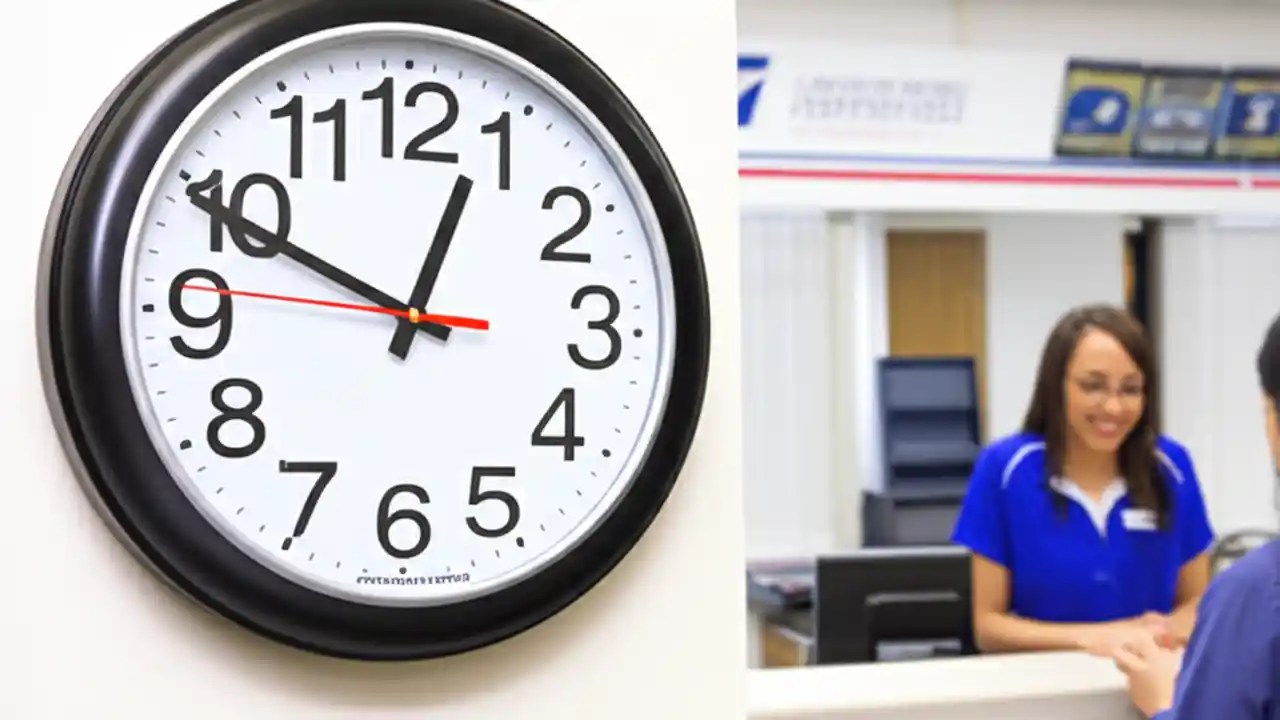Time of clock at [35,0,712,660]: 12:49
